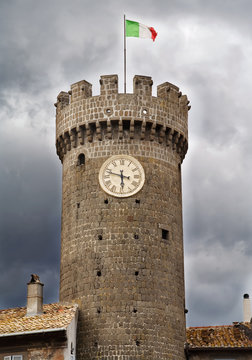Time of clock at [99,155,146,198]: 5:47
